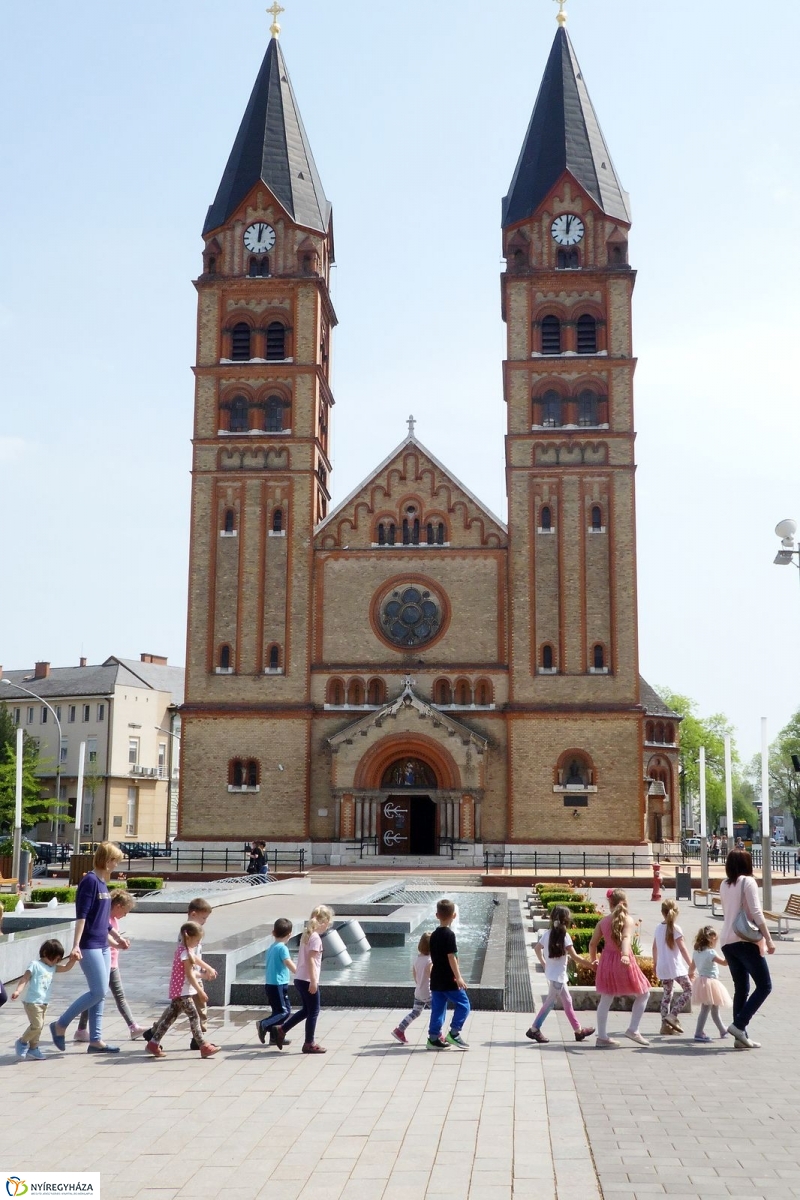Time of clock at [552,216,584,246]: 12:02
